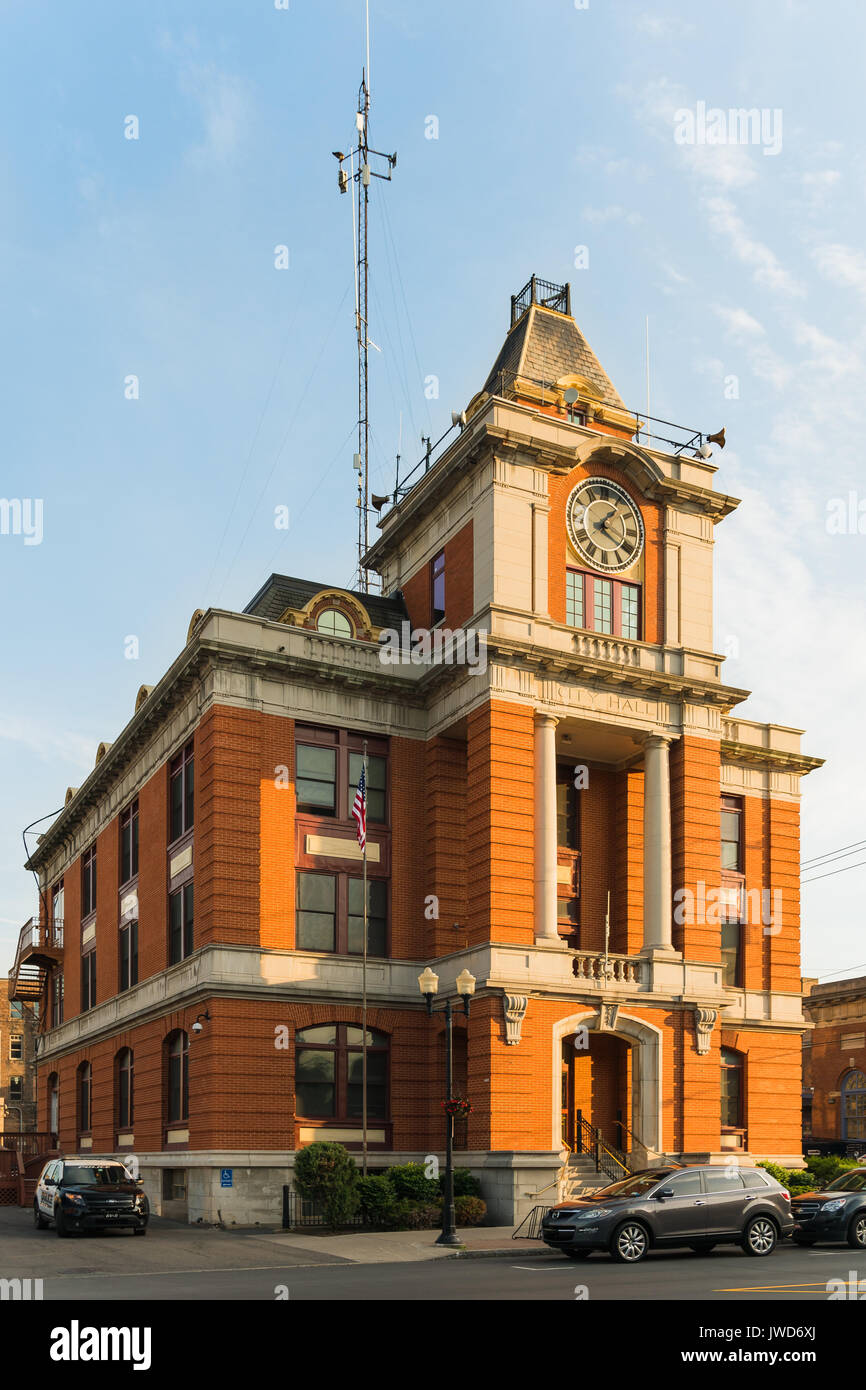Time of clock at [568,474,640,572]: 1:20
